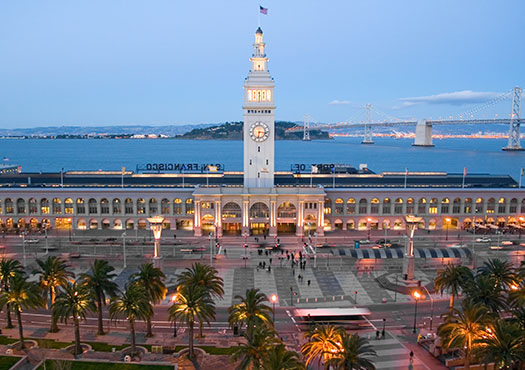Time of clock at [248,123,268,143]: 6:16
